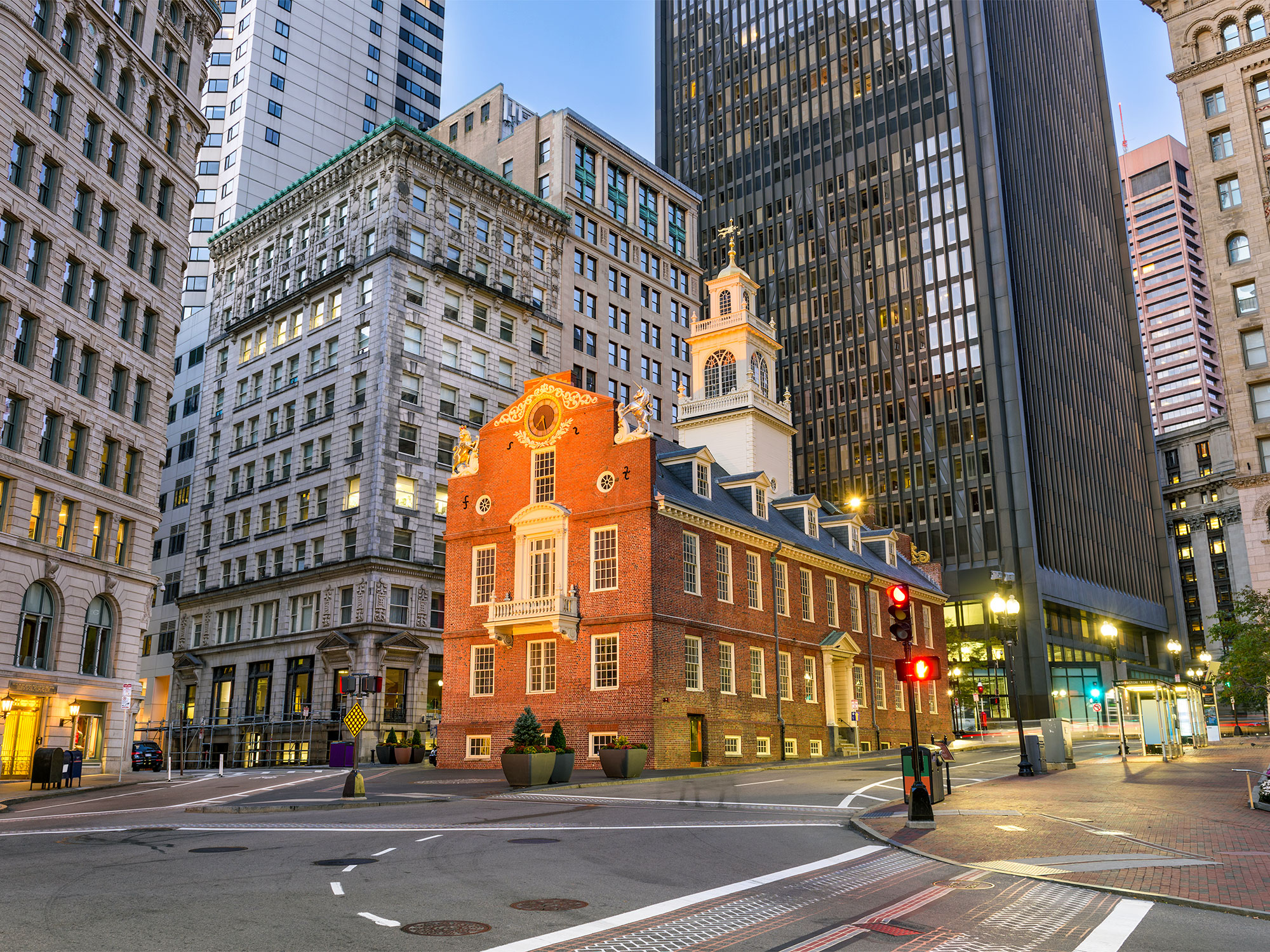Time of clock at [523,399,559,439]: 7:27
